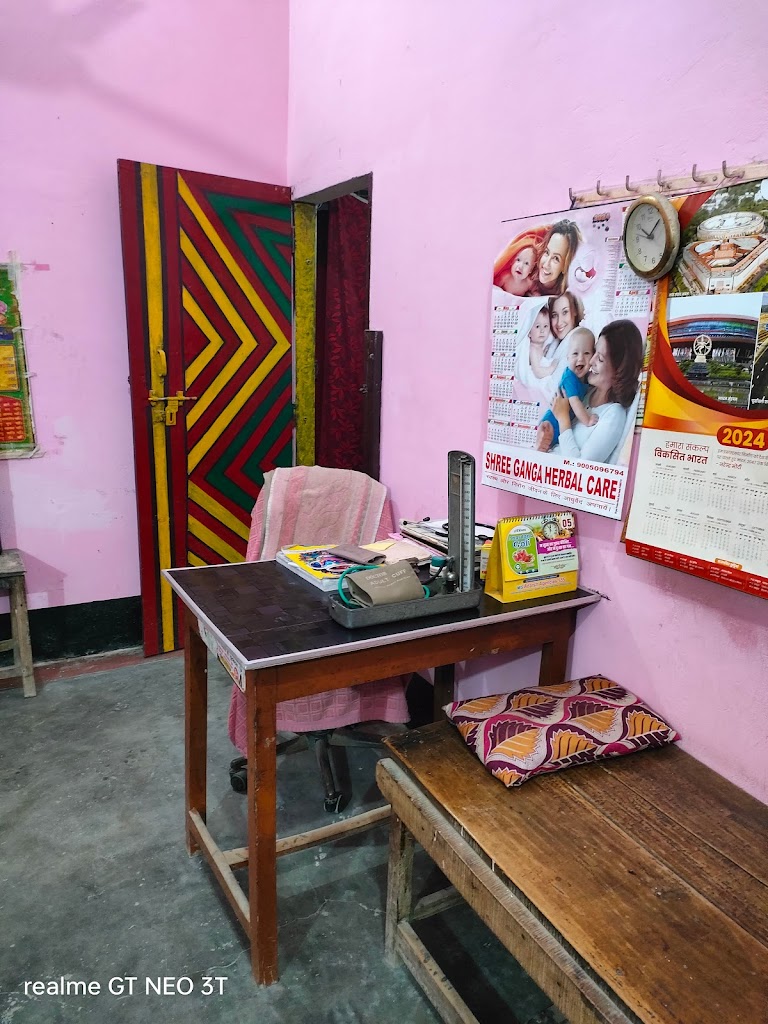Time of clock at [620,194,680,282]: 10:07
